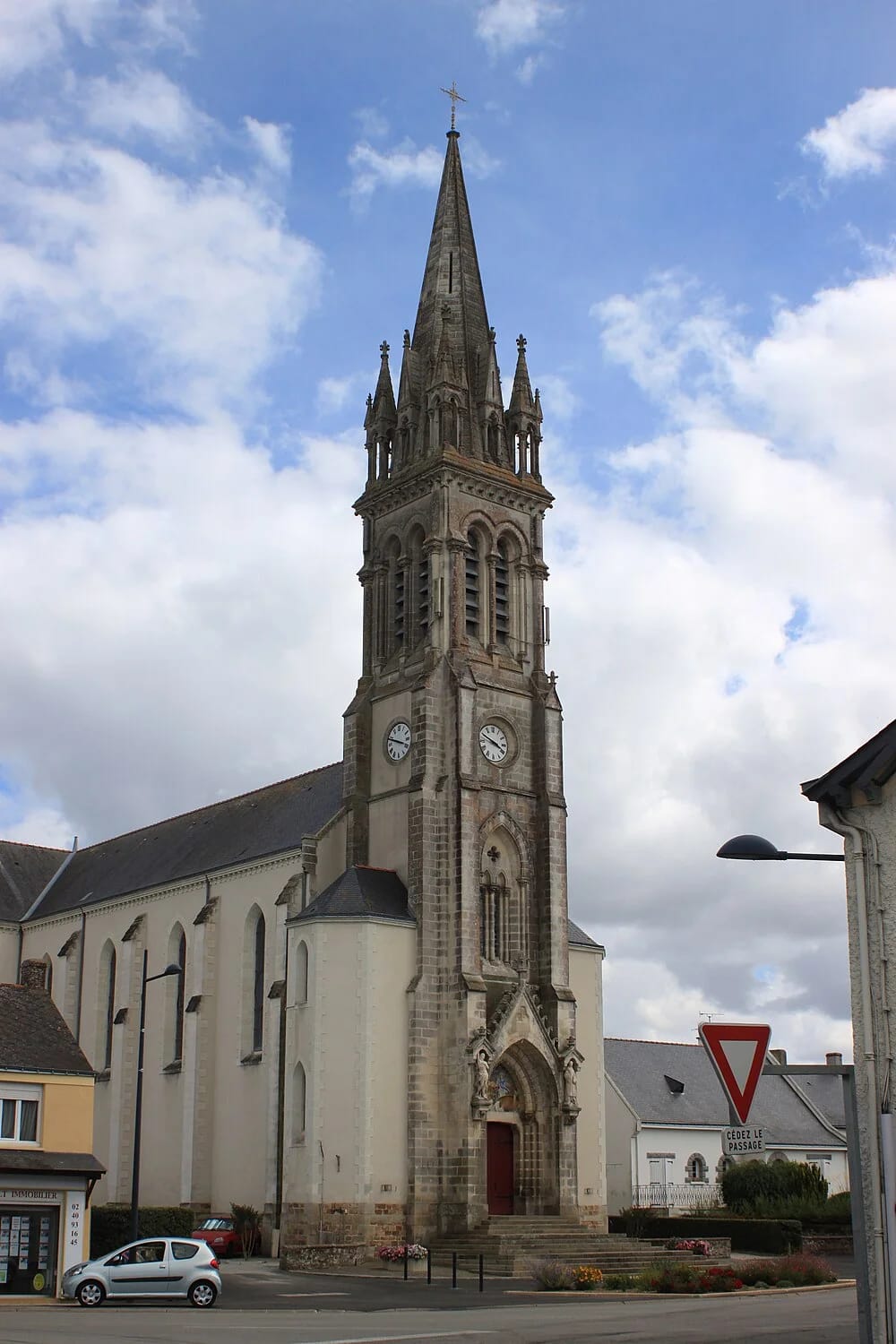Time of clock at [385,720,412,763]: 3:48
